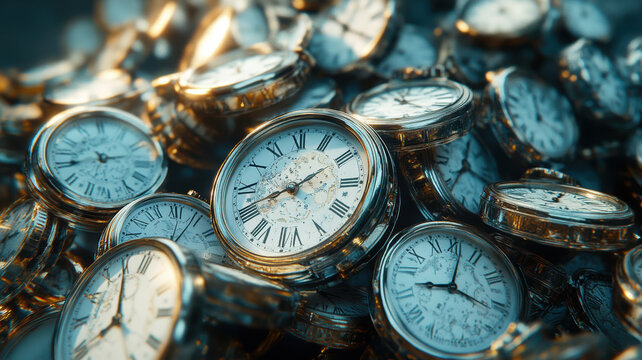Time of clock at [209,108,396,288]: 1:41
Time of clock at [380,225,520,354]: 9:01
